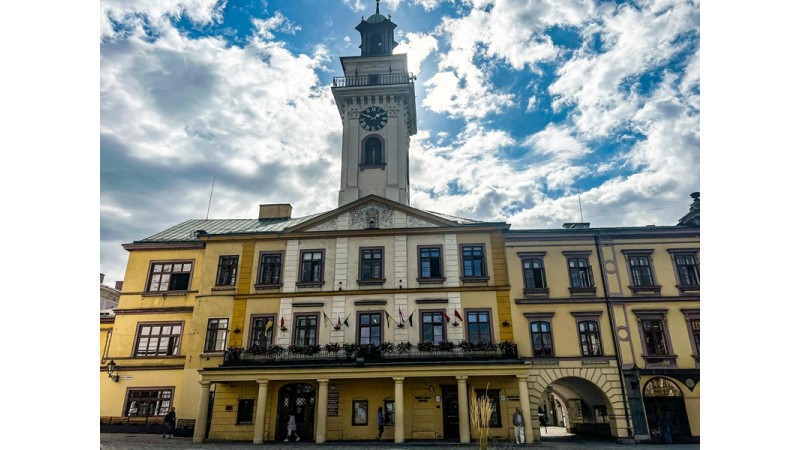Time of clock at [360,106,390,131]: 1:47
